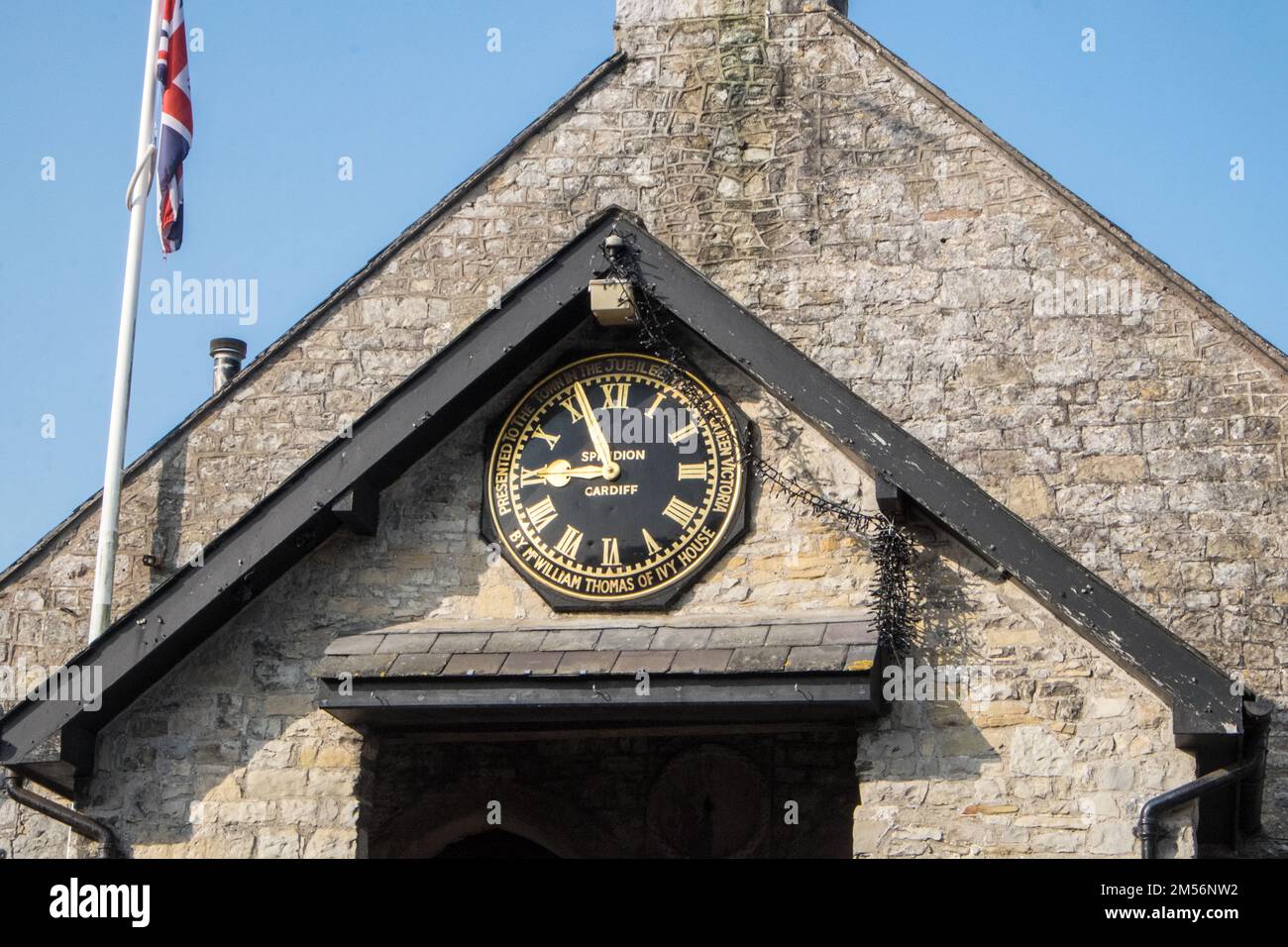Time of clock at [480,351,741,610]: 8:56
